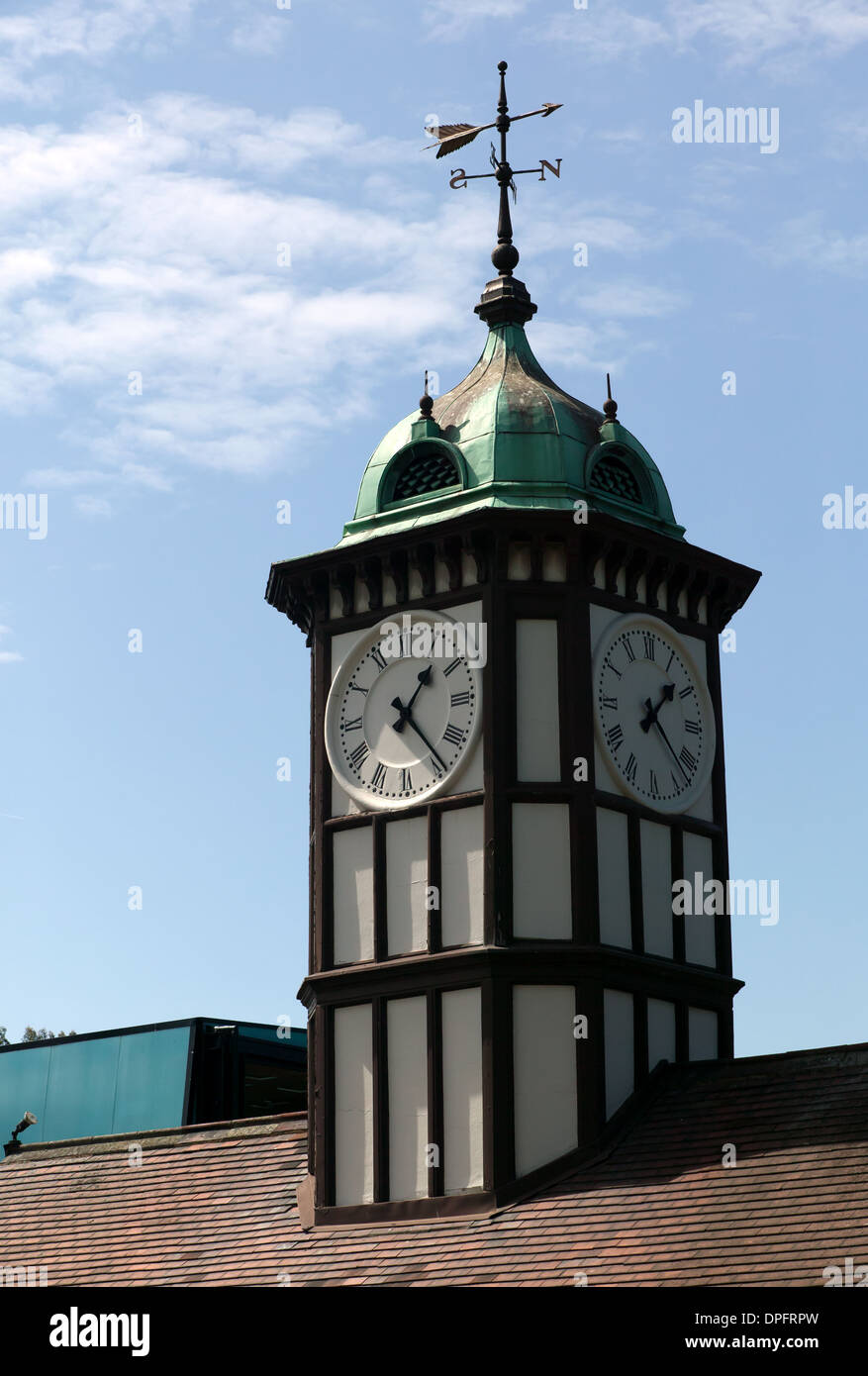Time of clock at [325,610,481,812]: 1:23
